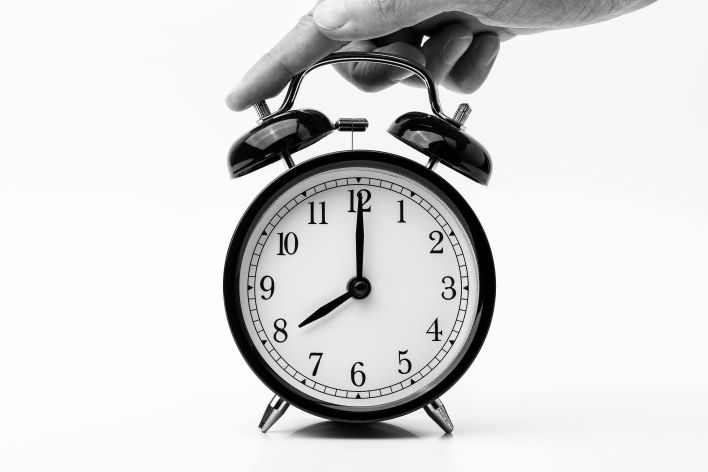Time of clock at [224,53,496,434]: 8:00
